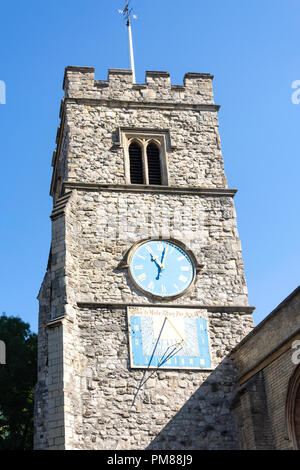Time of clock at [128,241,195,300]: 11:02
